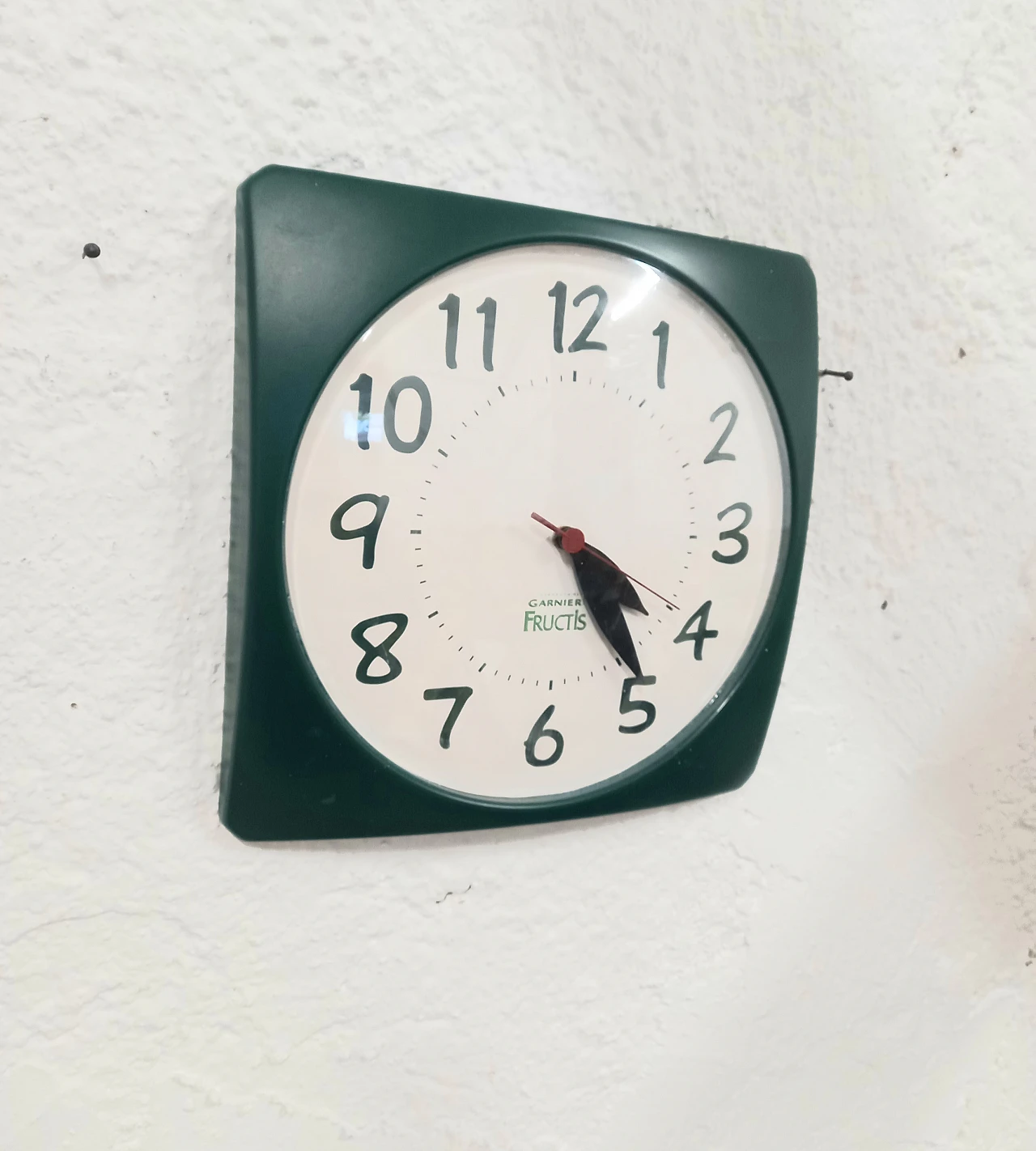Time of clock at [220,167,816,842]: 4:23
